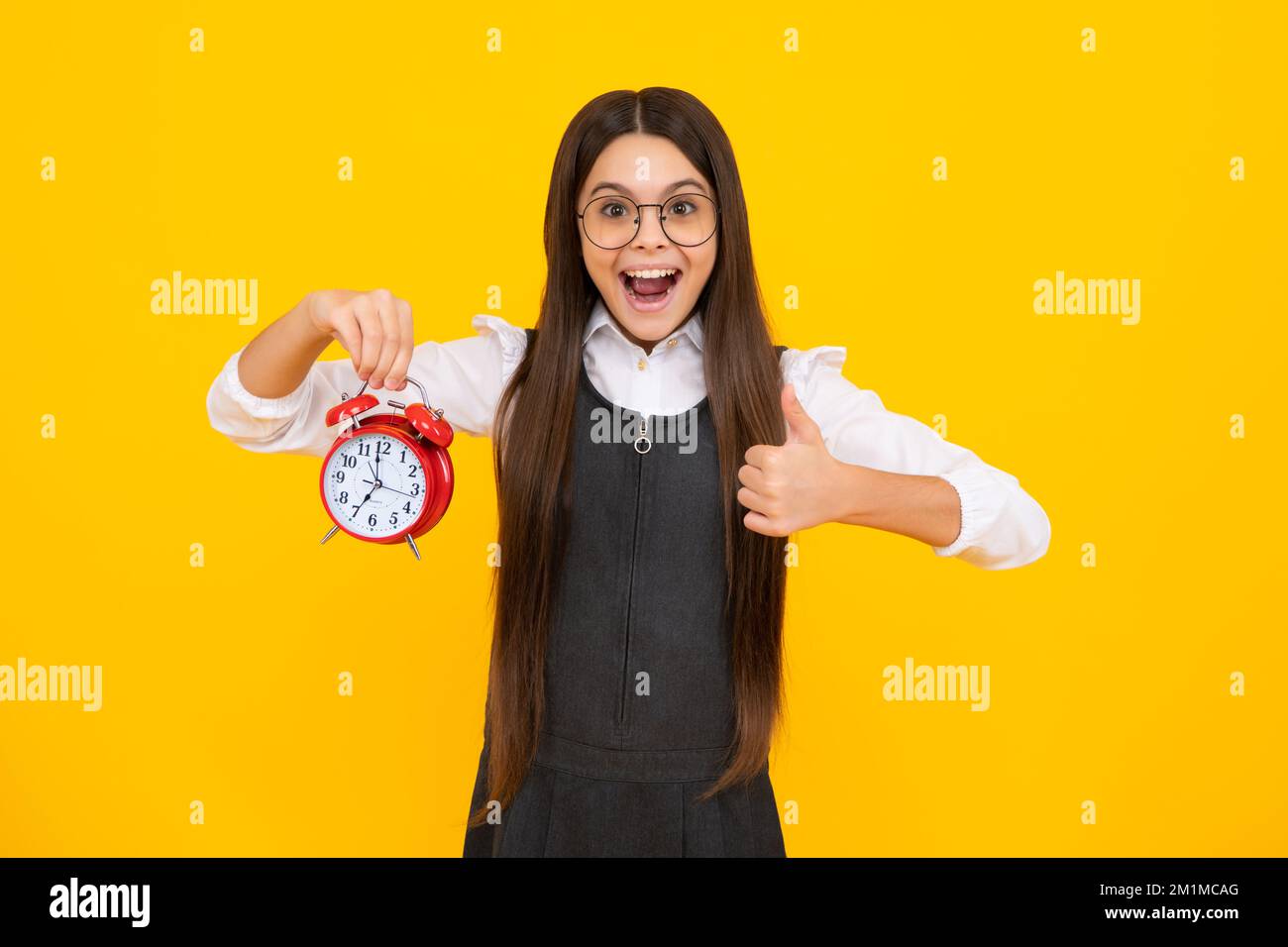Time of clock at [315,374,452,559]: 6:58
